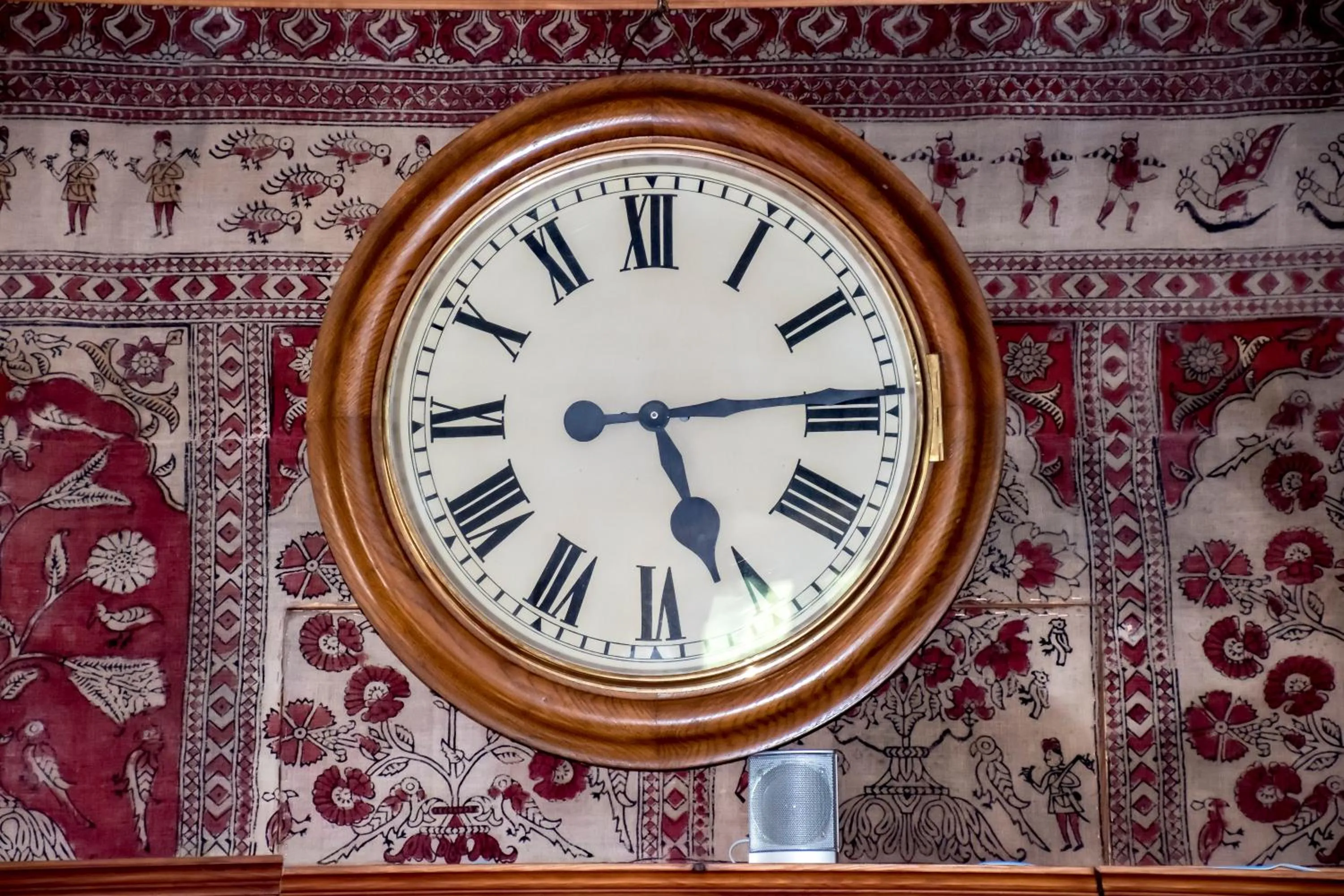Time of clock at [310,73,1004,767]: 5:14
